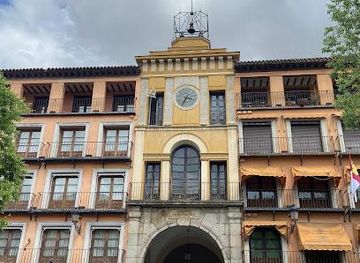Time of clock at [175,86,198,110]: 3:34
